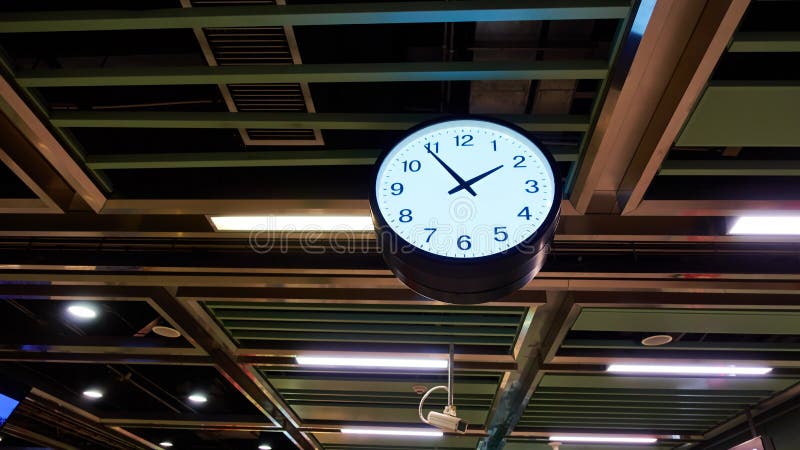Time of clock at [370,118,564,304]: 1:54
